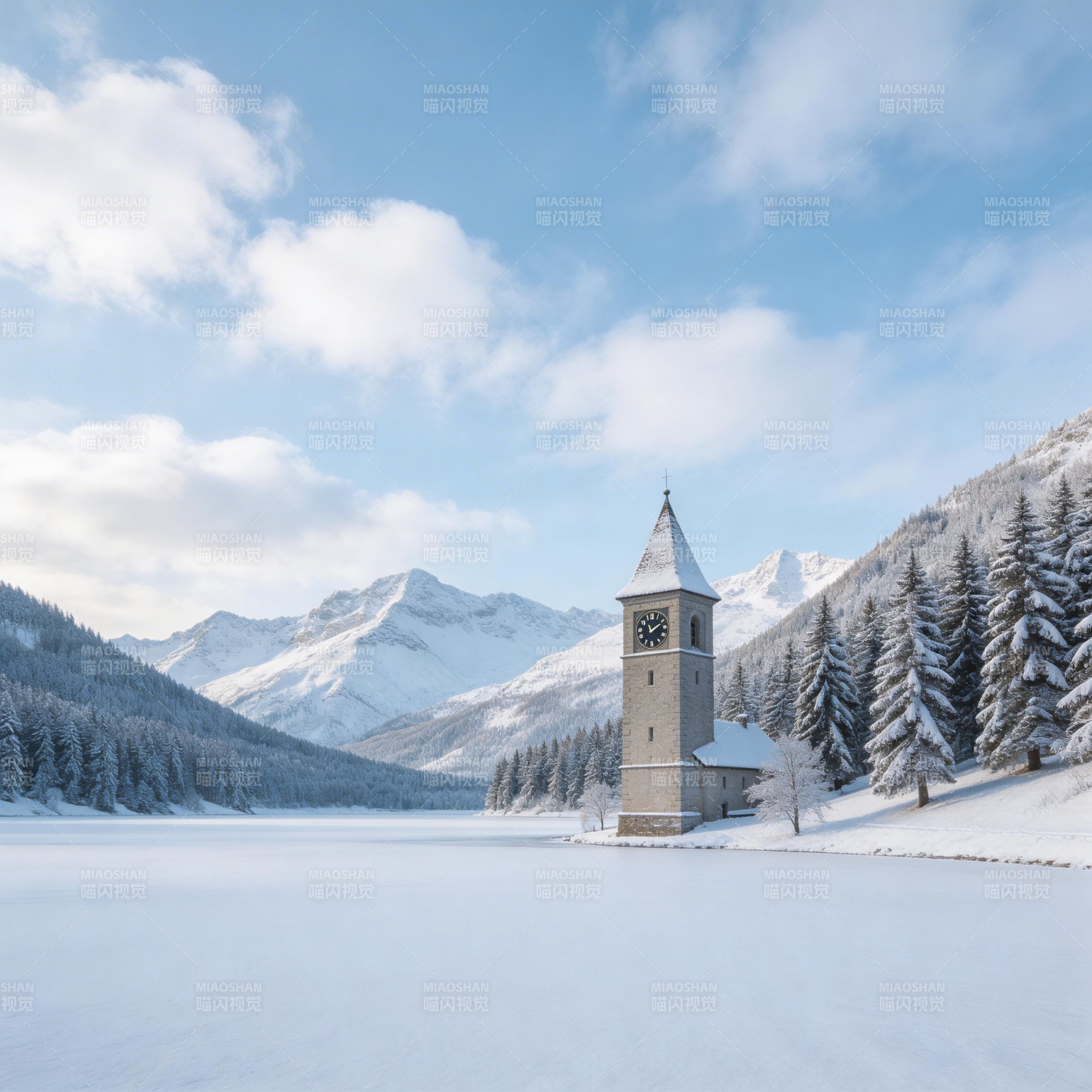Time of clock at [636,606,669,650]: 11:10
